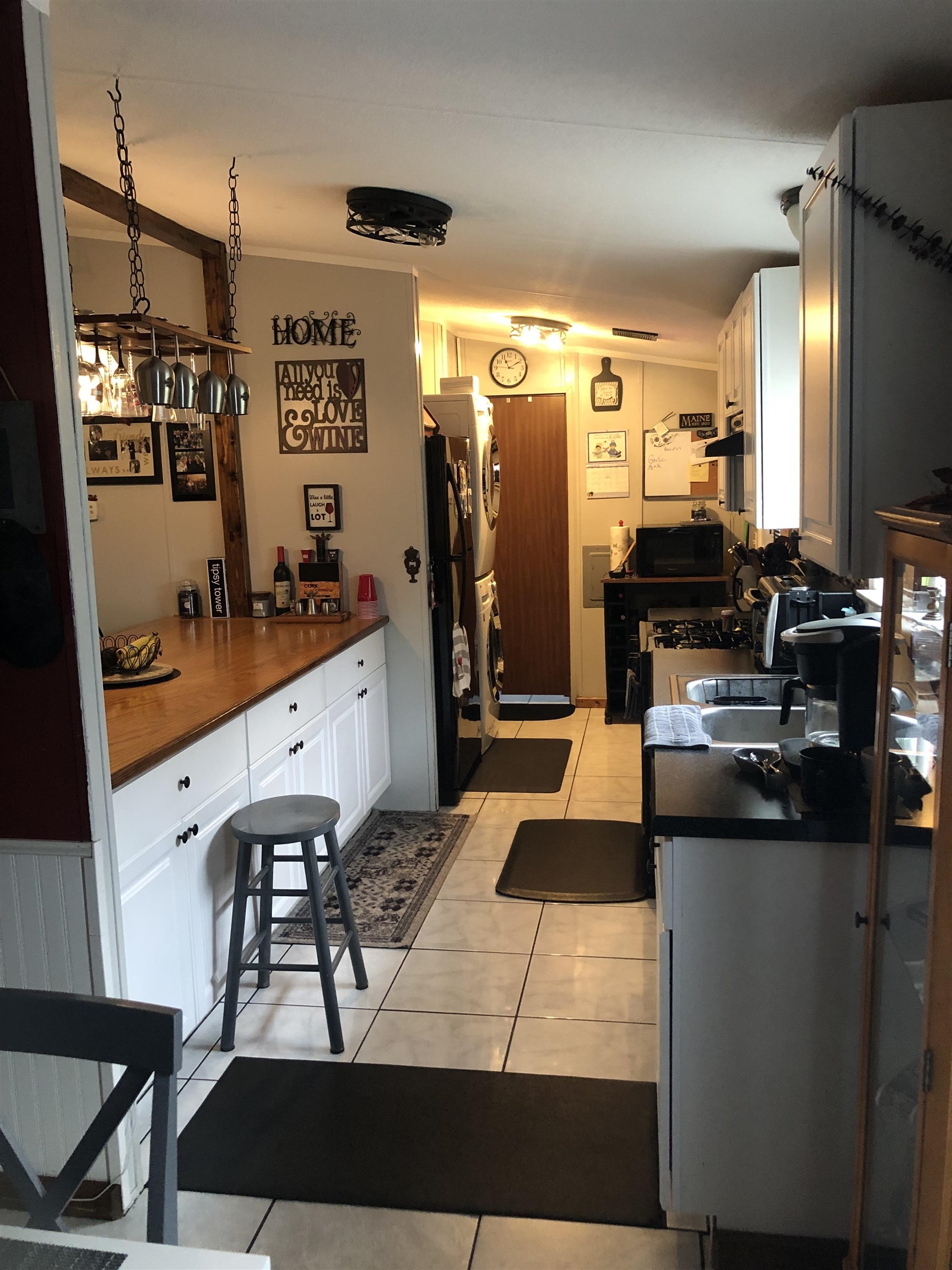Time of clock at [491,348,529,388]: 11:09
